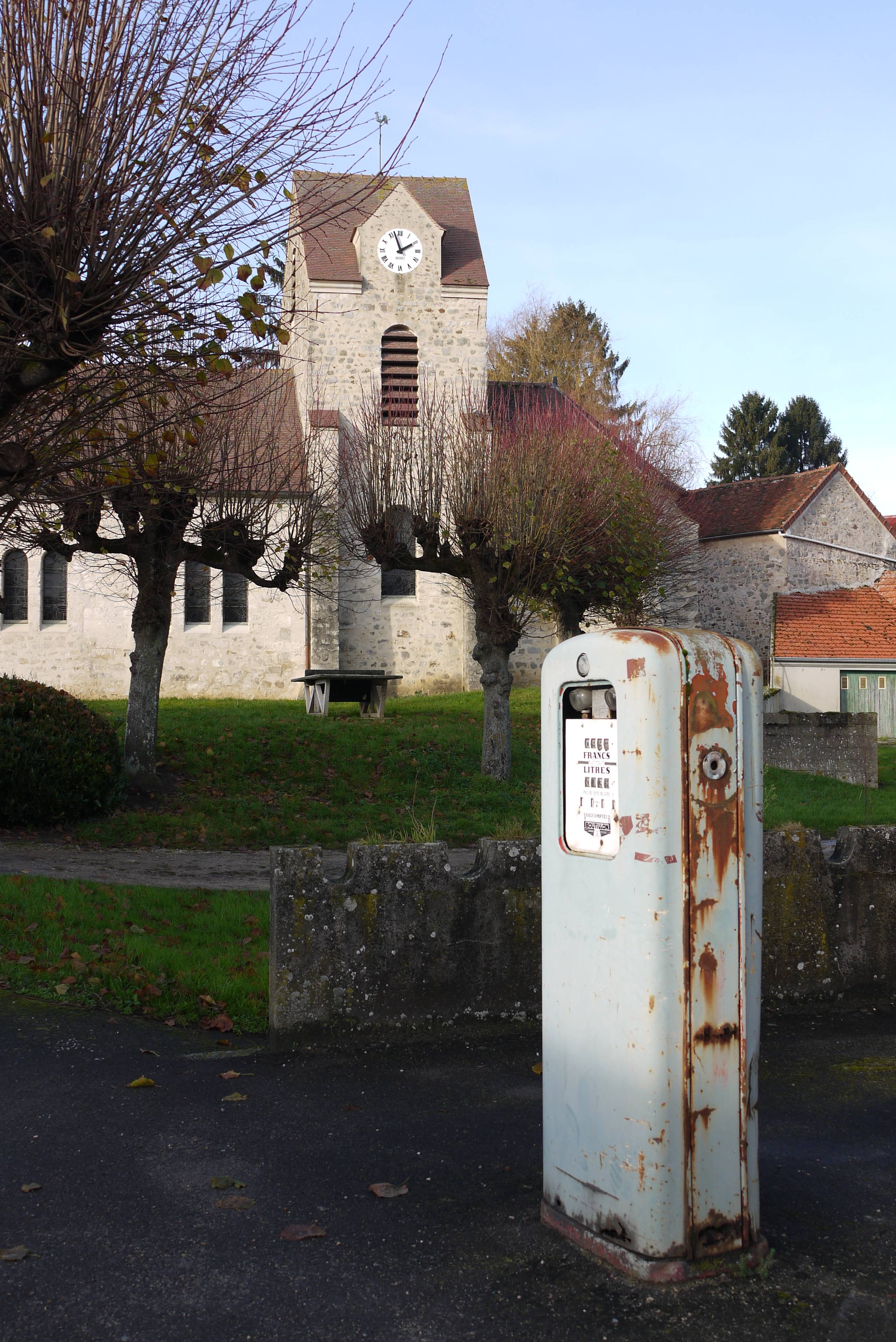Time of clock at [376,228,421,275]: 1:57
